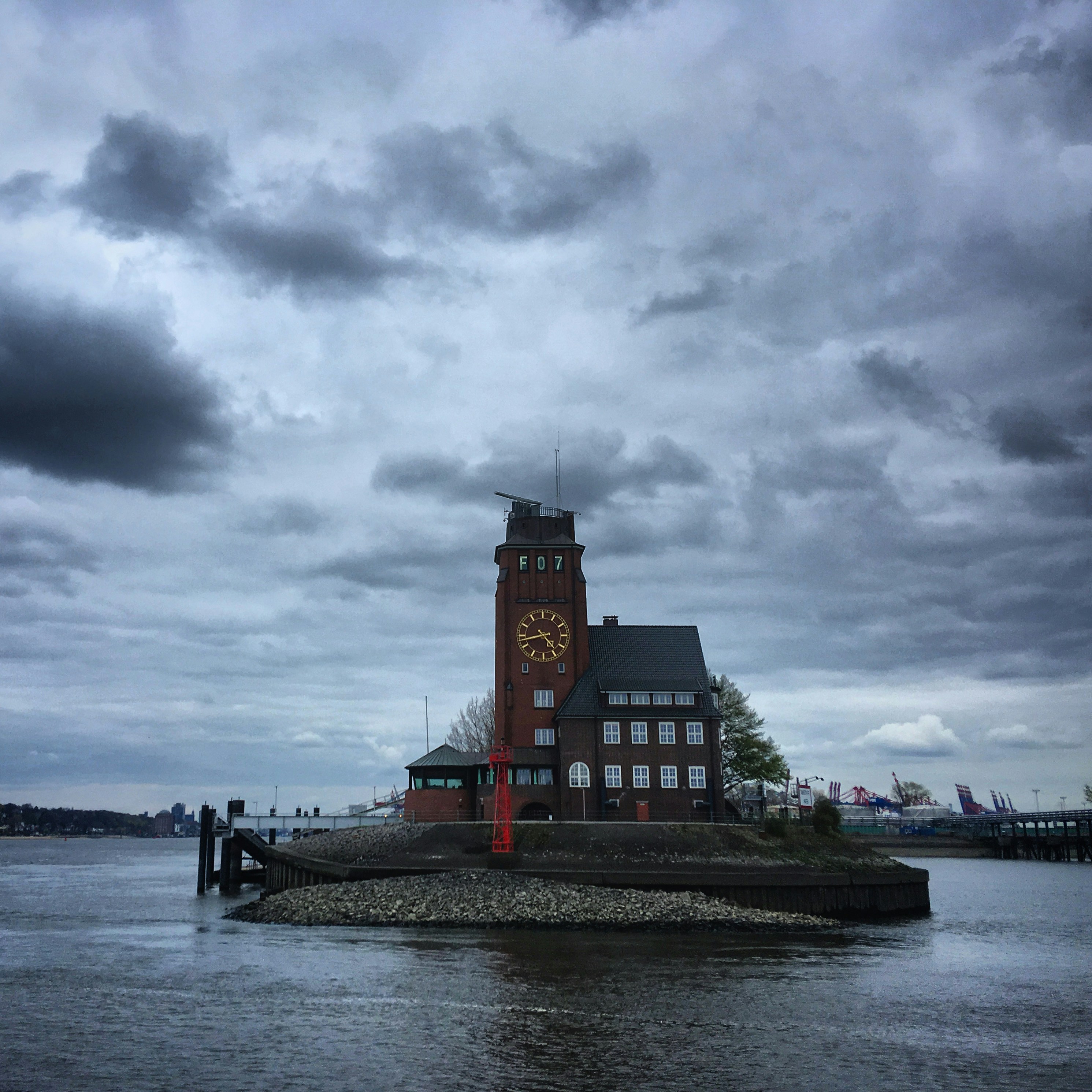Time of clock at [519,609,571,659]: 4:42
